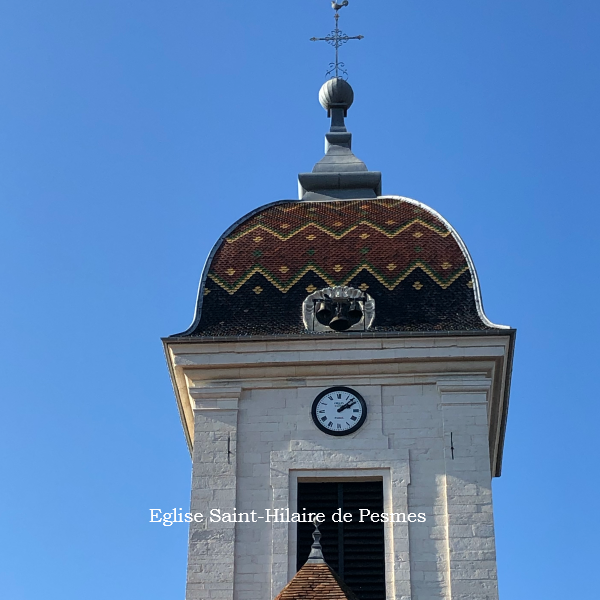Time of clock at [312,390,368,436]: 2:07
